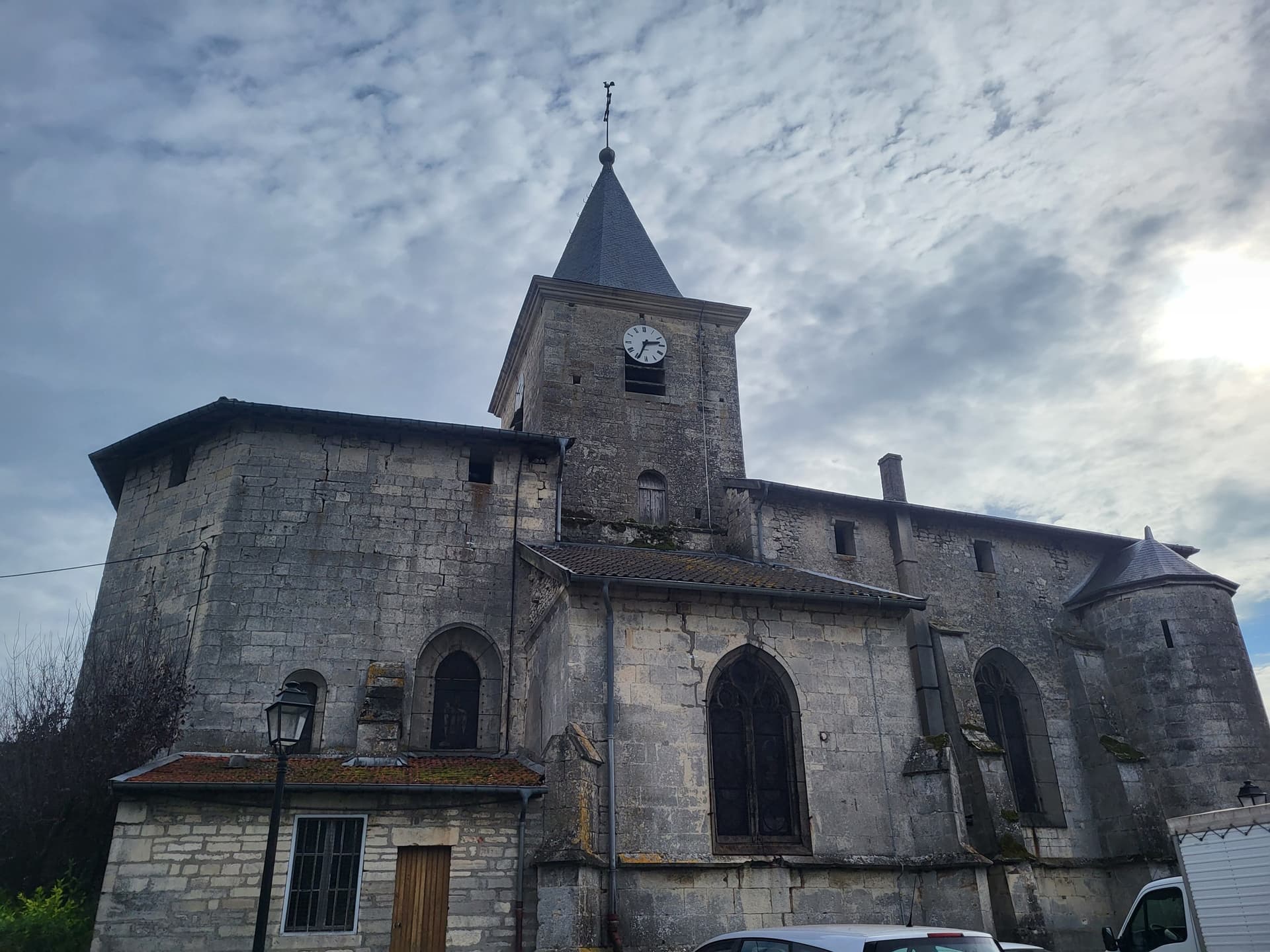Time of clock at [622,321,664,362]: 2:34
